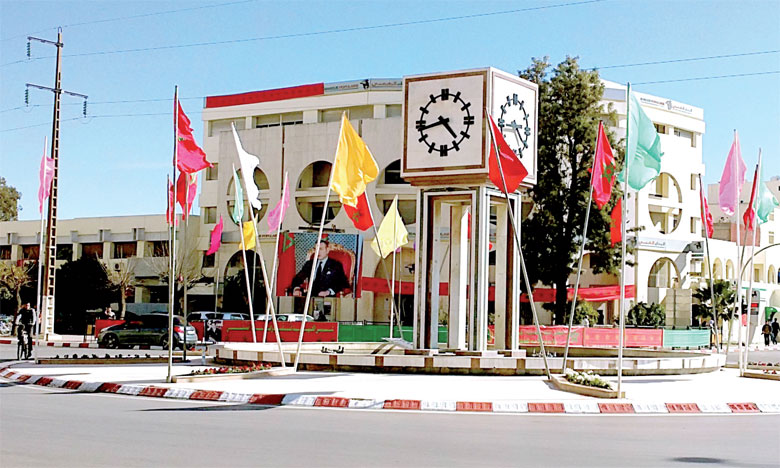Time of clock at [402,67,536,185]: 4:42
